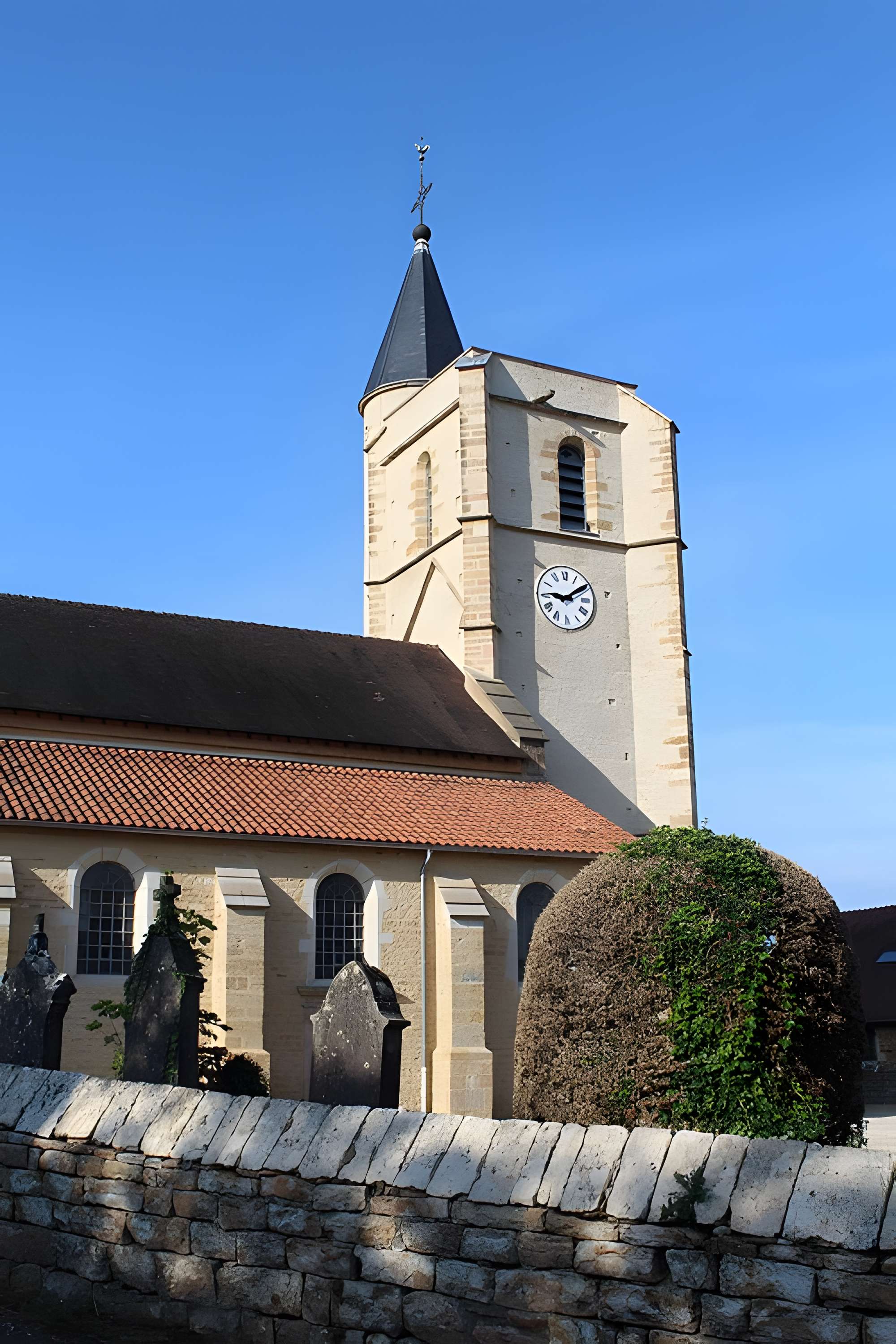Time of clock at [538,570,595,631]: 9:09
